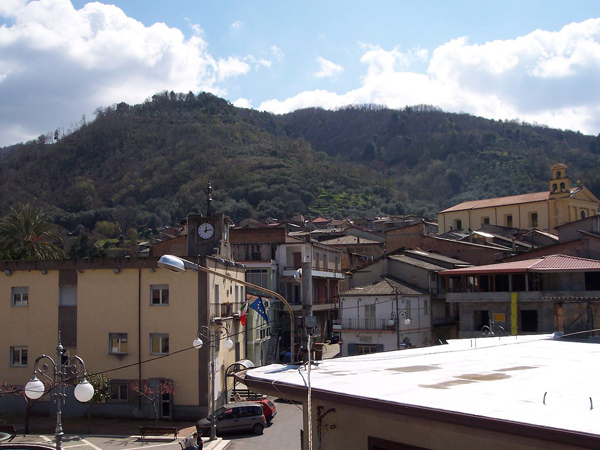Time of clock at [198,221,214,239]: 12:12
